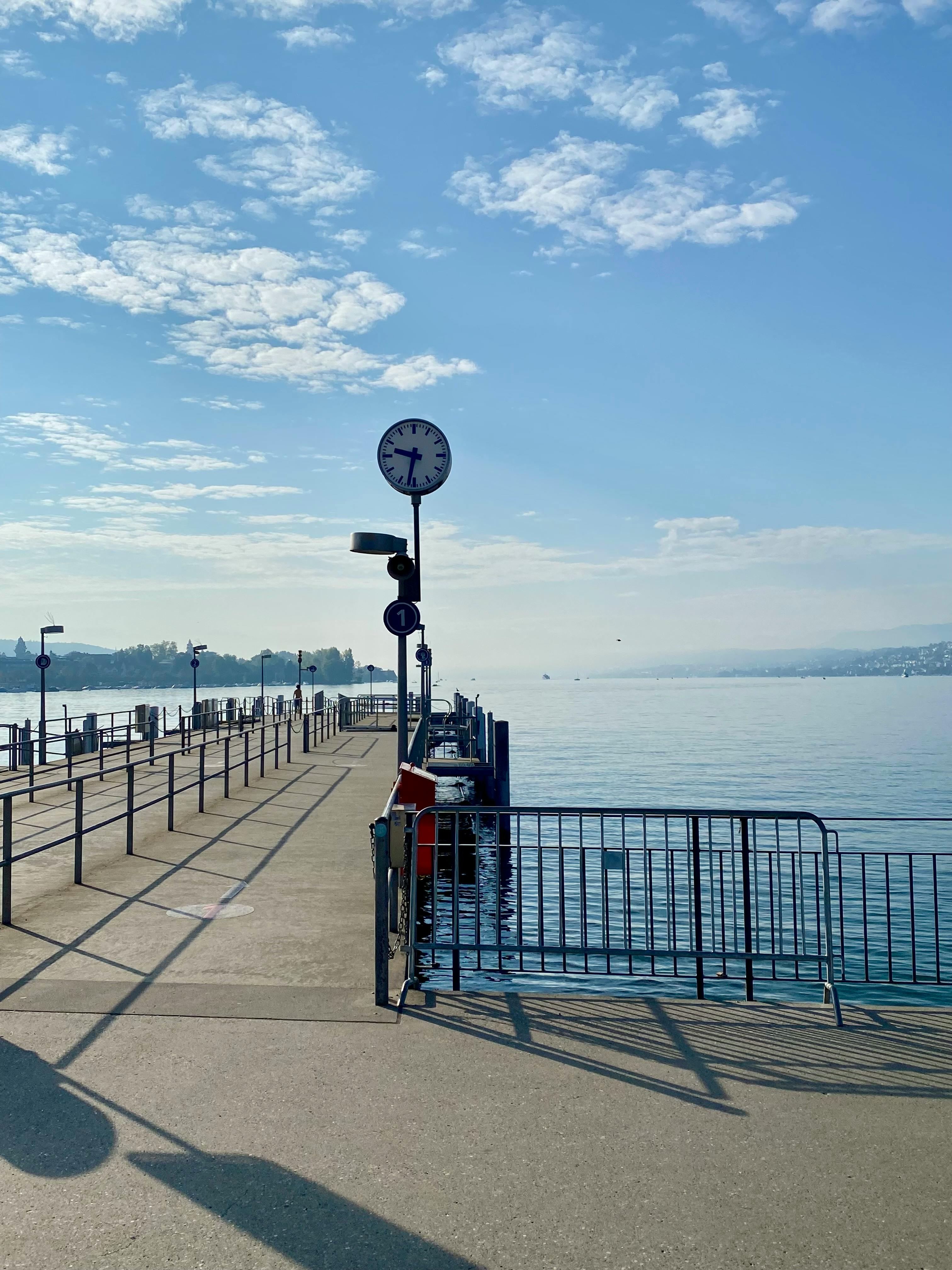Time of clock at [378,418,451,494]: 9:32
